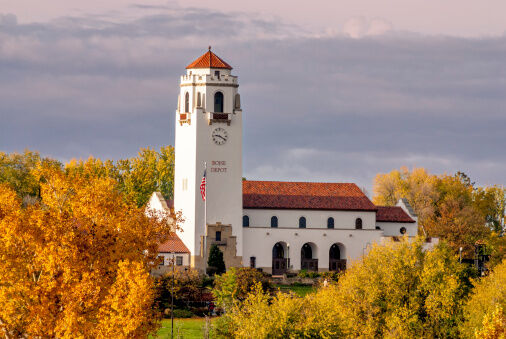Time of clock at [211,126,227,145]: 9:20
